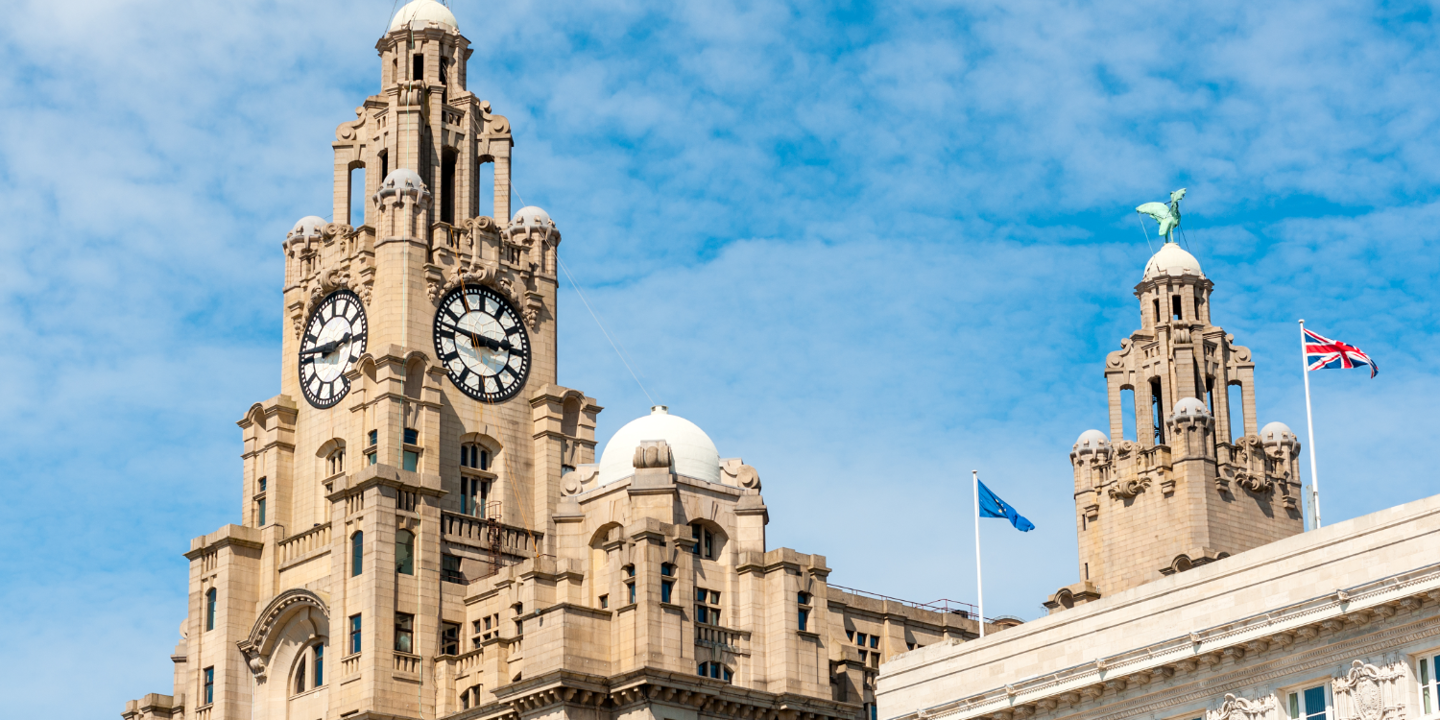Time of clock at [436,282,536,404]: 2:46
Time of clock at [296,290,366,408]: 2:46
